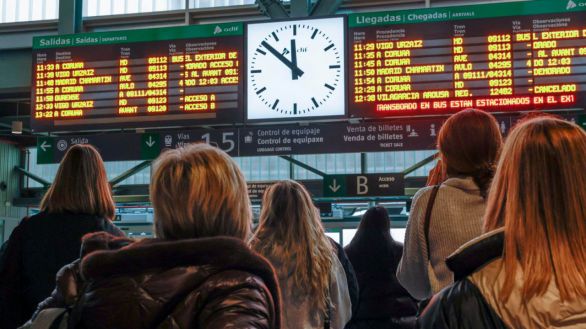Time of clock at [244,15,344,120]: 11:51
